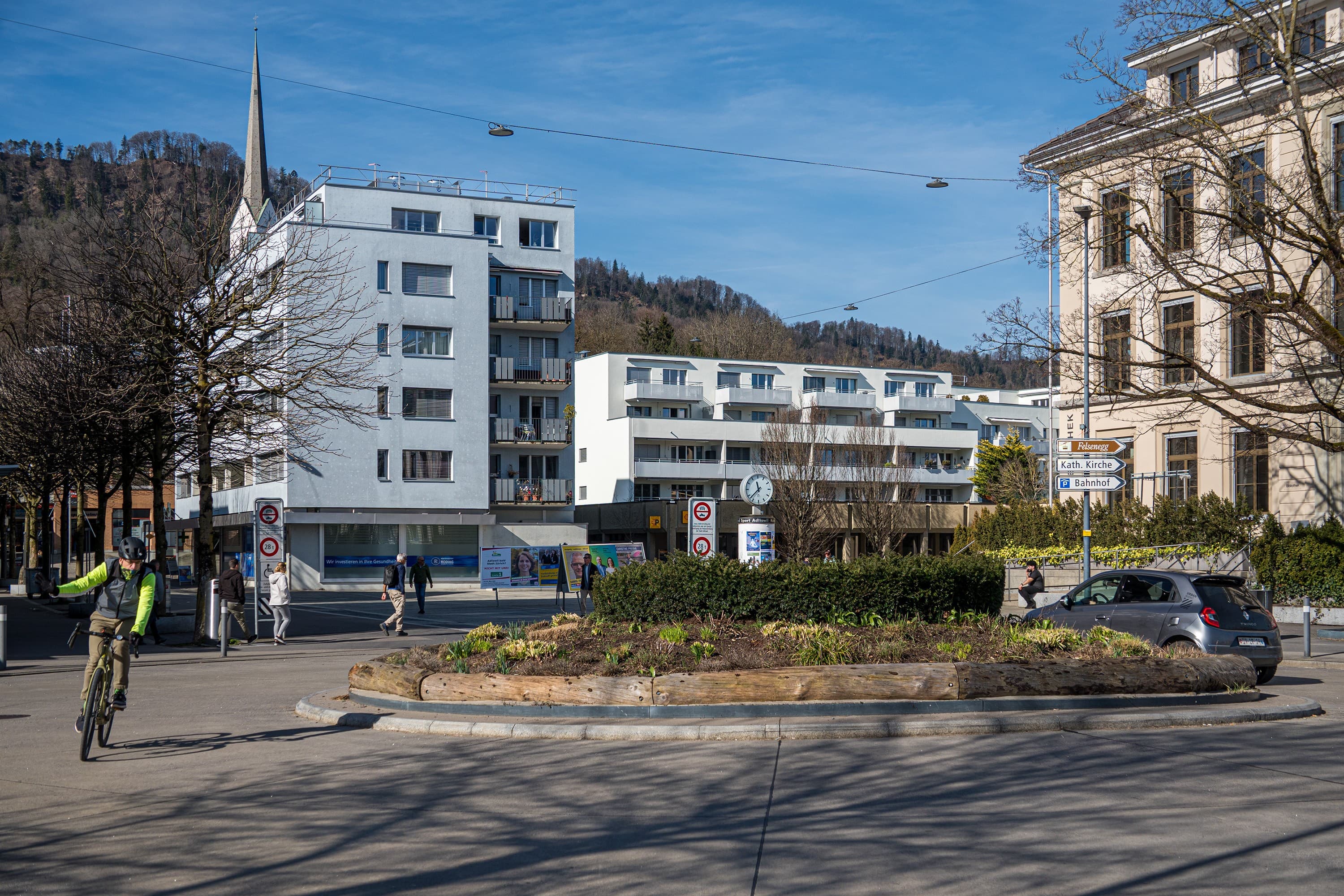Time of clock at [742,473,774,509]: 11:37
